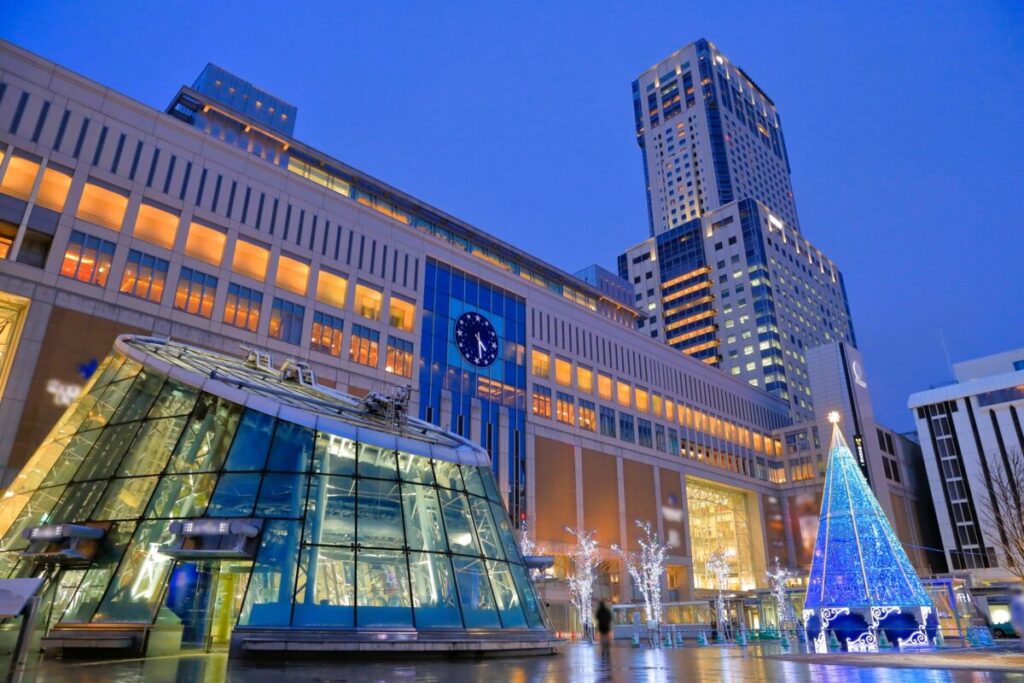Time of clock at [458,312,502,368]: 4:28
